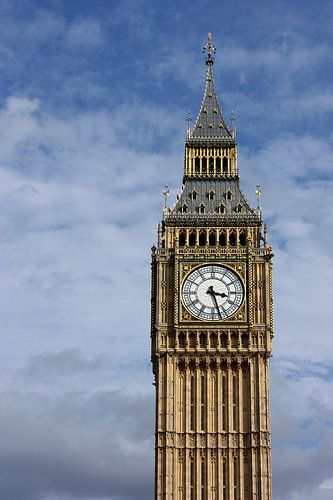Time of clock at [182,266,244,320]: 3:27
